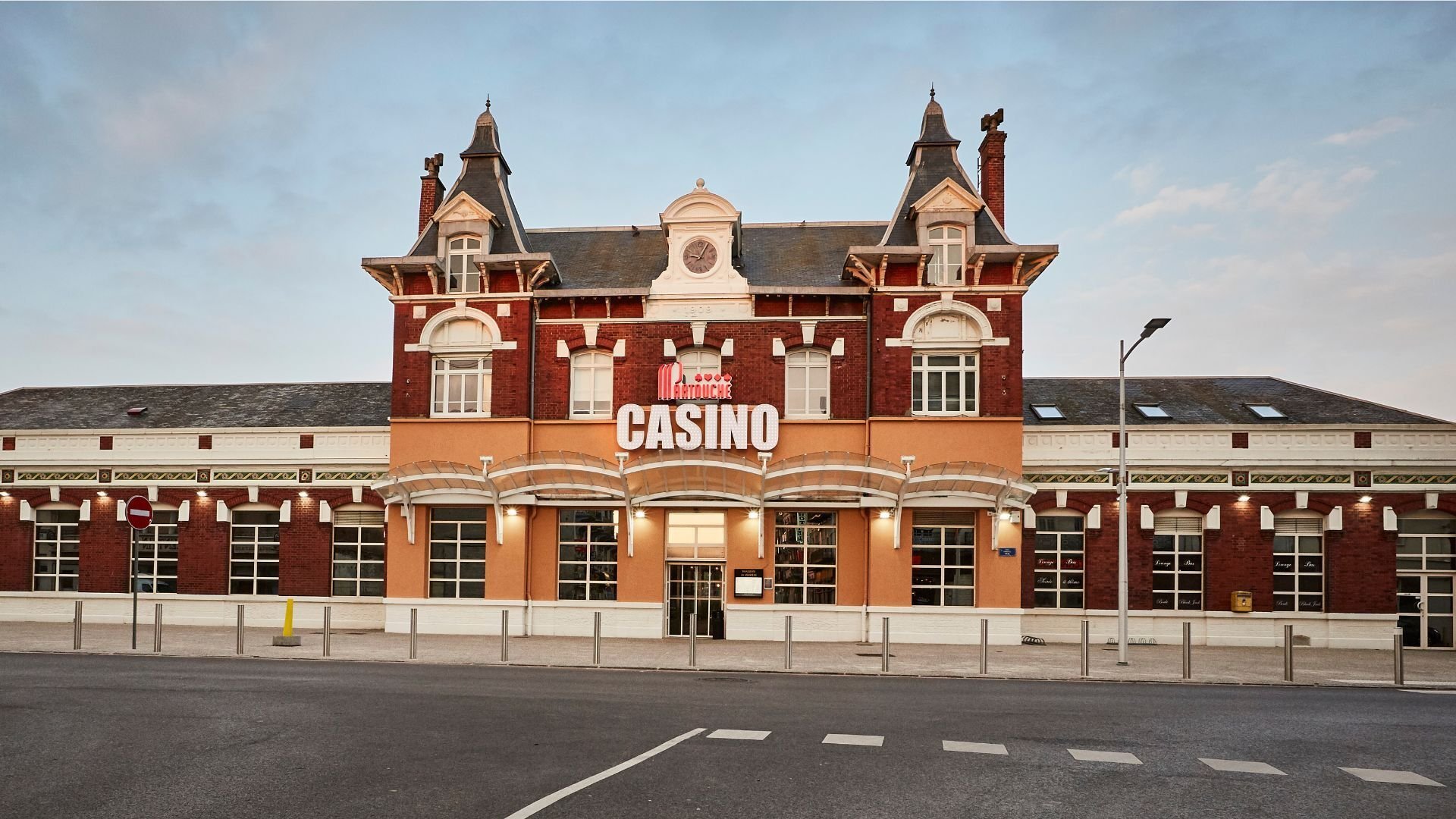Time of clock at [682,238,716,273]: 9:04
